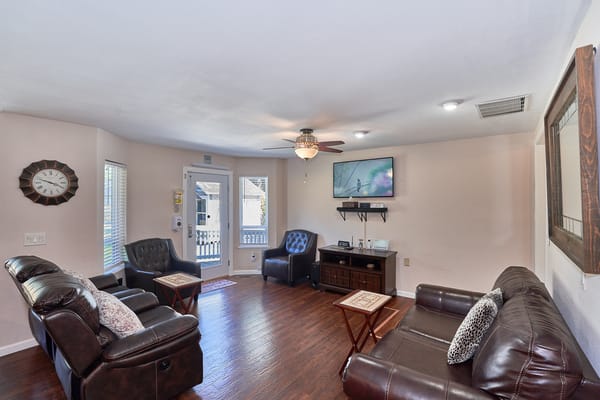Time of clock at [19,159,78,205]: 3:48
